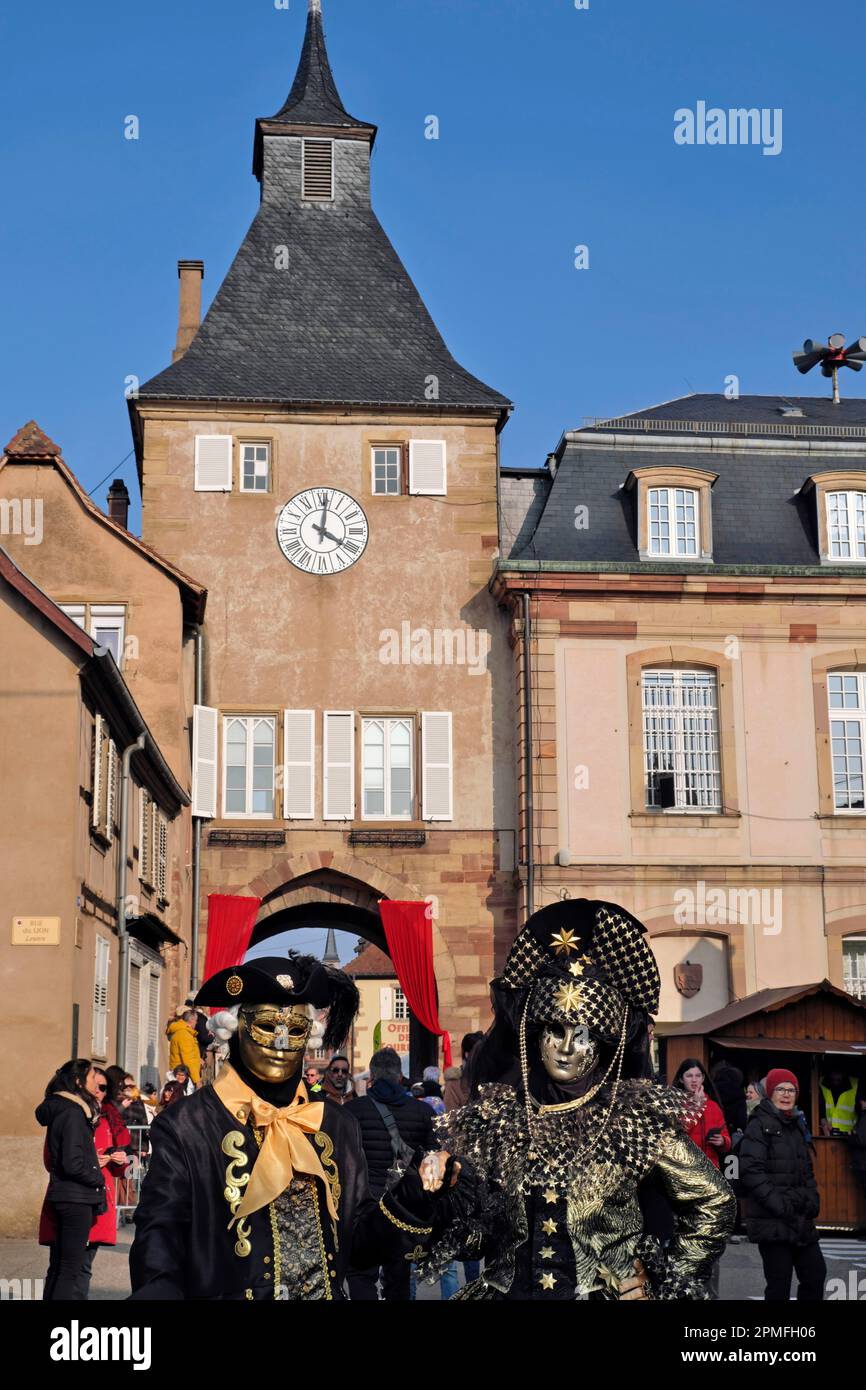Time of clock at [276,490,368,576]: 4:01
